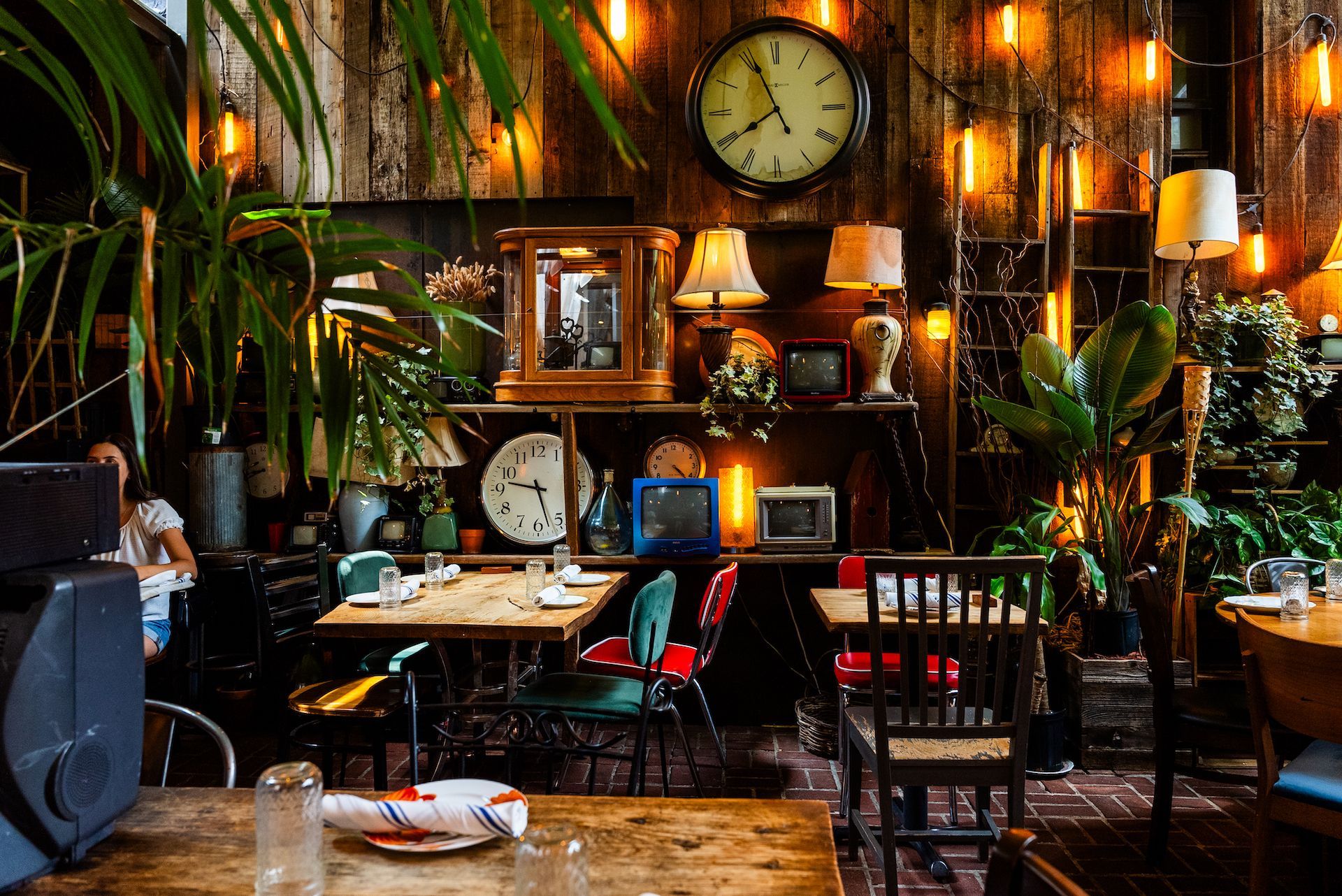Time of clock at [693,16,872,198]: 7:55
